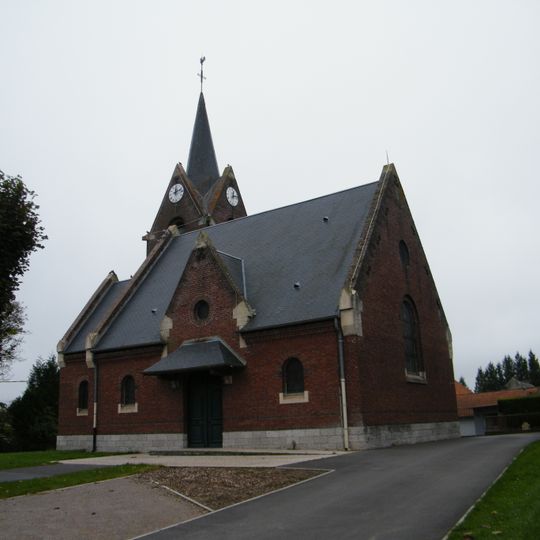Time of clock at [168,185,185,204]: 12:12
